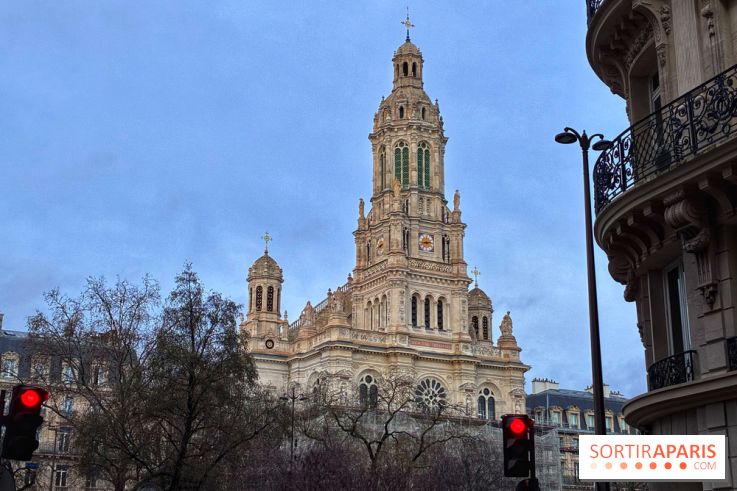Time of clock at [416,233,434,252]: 2:42
